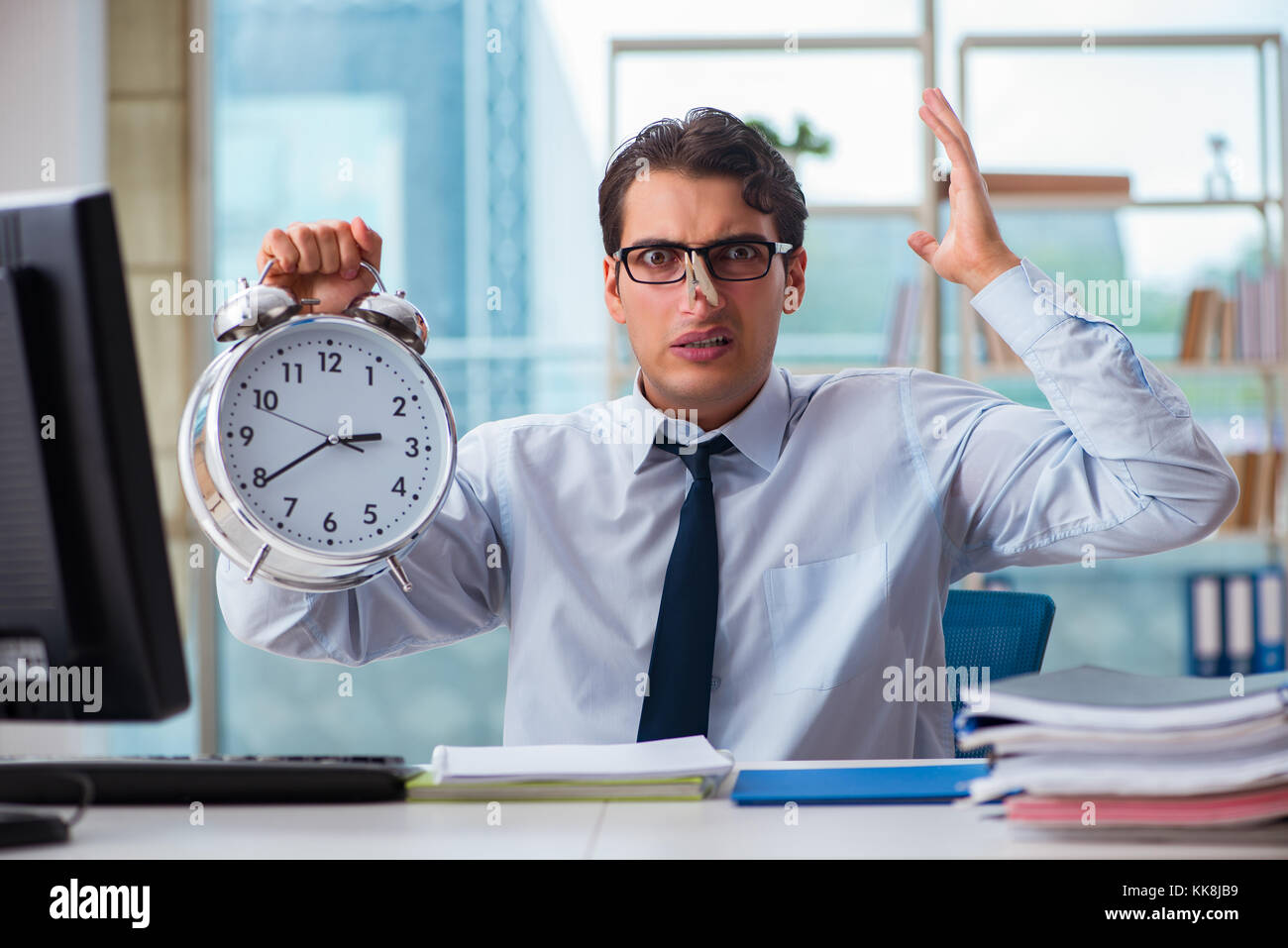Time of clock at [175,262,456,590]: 2:39
